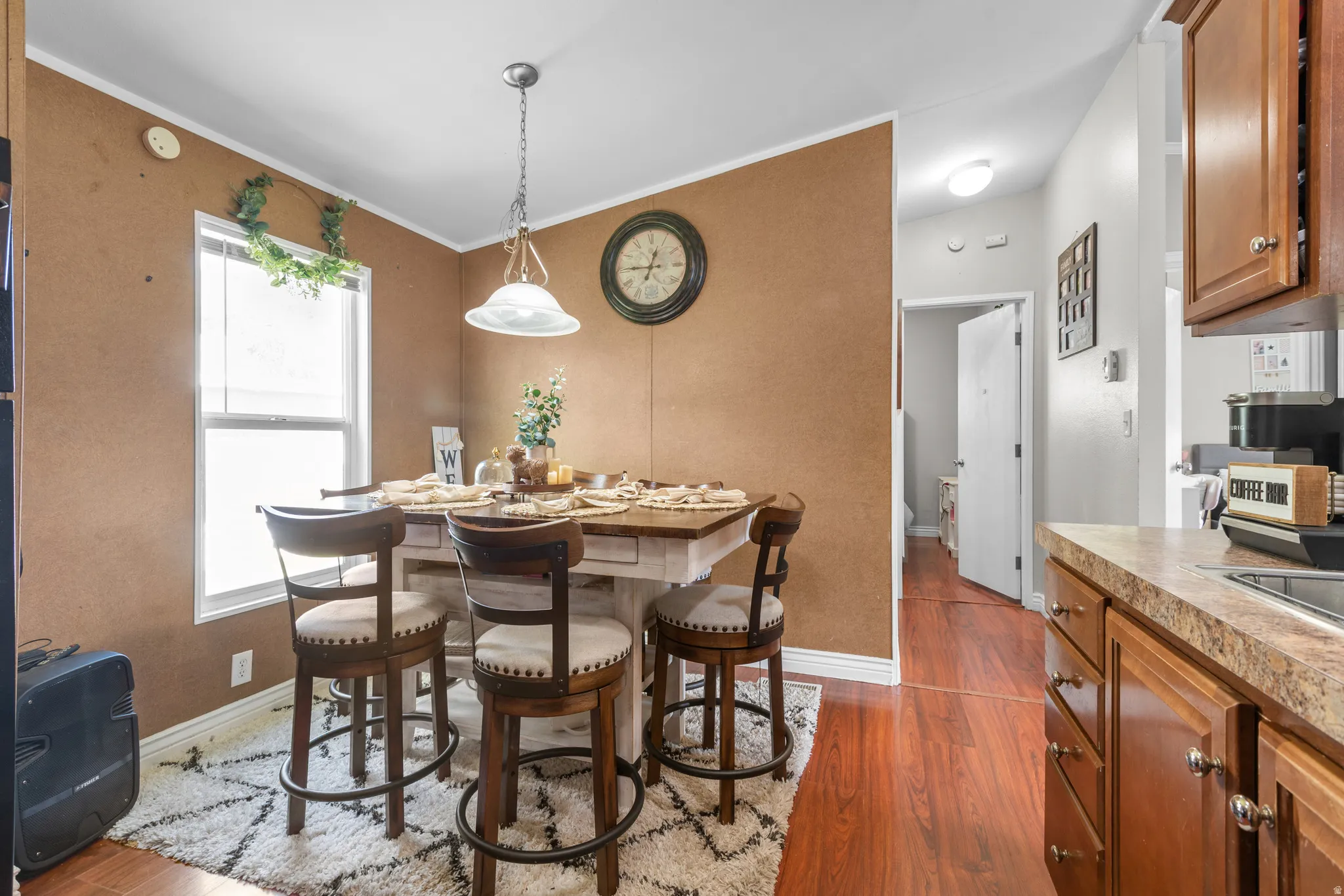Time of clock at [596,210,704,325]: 12:45
